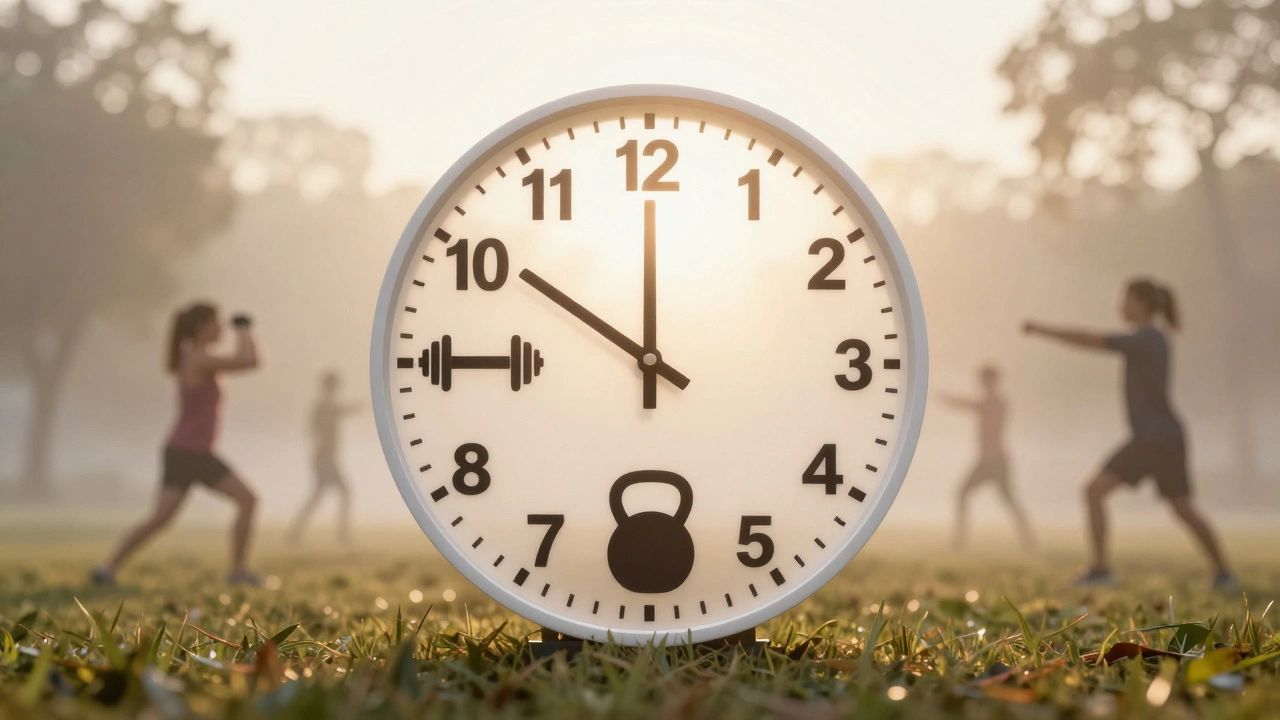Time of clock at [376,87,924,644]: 11:50
